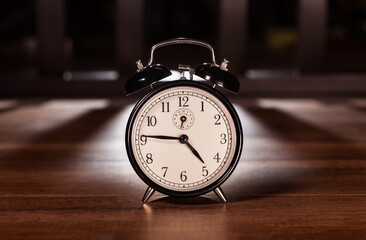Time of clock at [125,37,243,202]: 4:45
